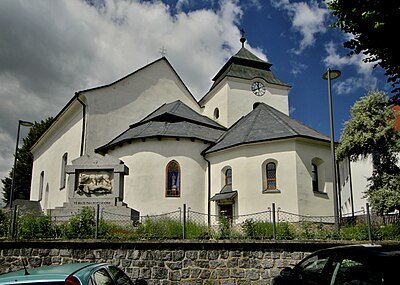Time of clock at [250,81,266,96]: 11:40
